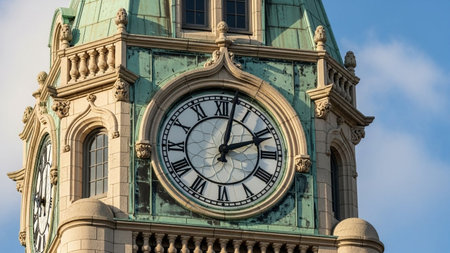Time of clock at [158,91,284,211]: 2:02
